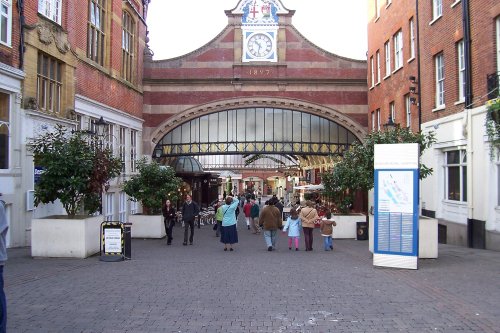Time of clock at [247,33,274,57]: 10:32
